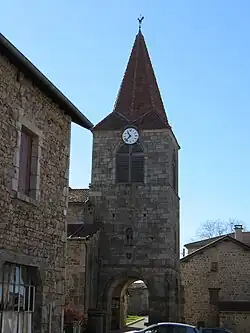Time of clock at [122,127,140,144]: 10:37
